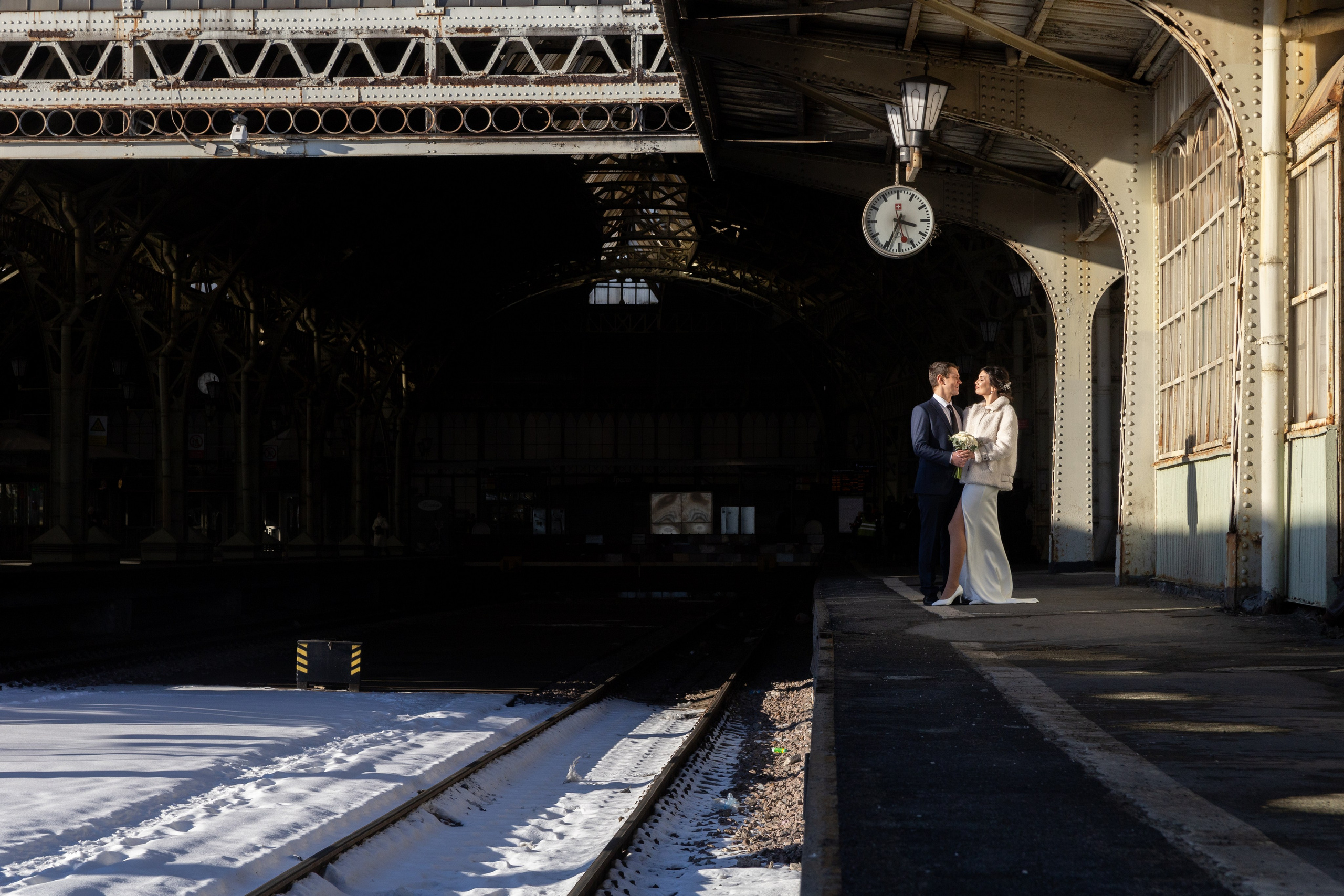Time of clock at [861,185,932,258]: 3:34
